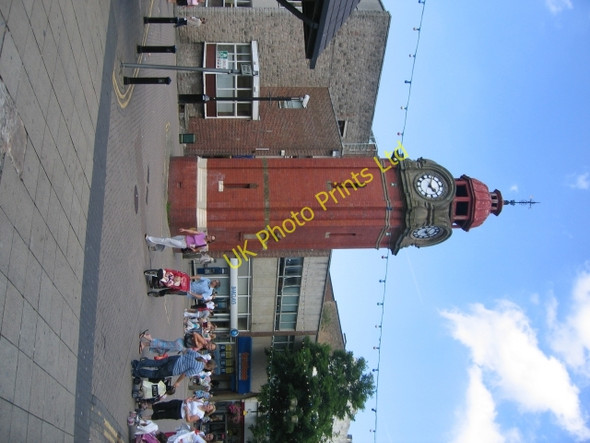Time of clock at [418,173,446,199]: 5:03
